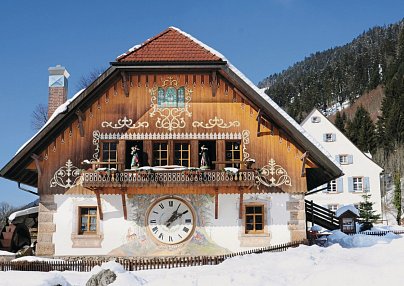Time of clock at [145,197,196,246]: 1:09
